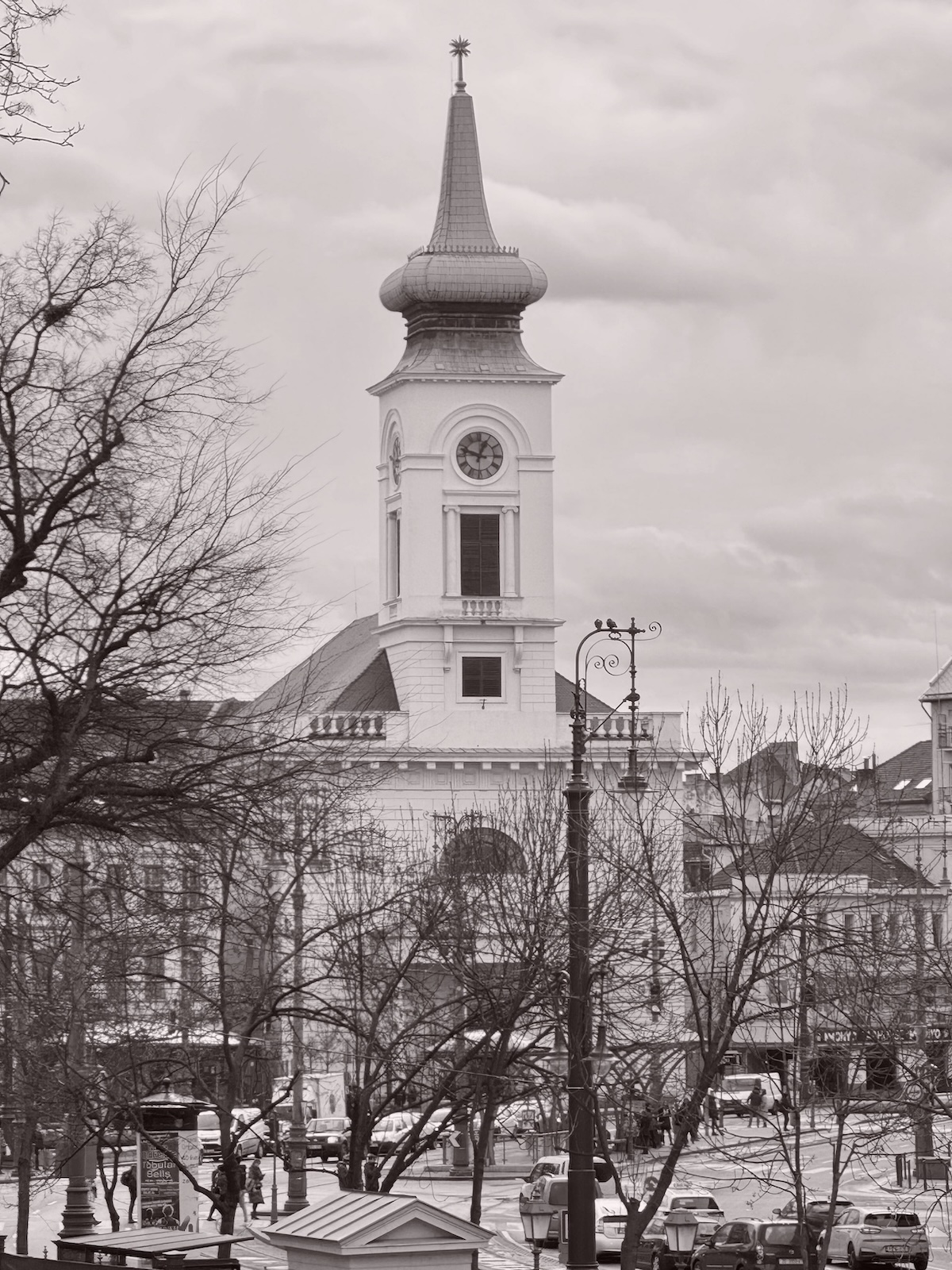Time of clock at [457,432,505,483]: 12:47
